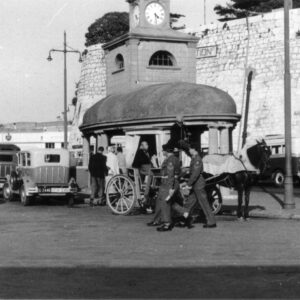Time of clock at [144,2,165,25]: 4:28
